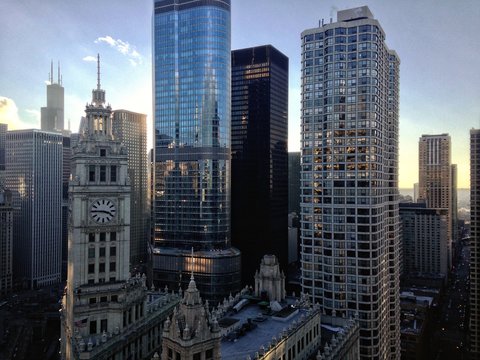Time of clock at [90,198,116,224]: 3:45
